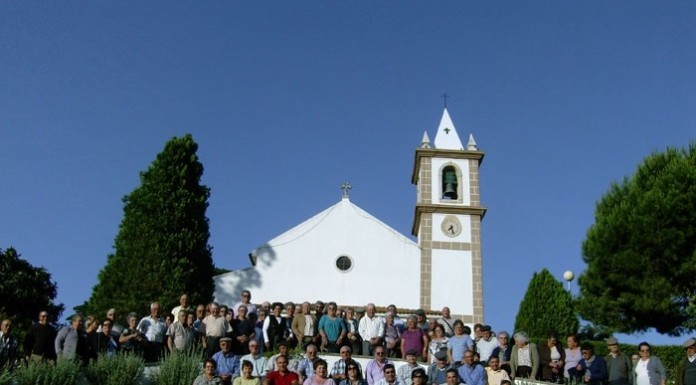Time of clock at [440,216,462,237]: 7:27
